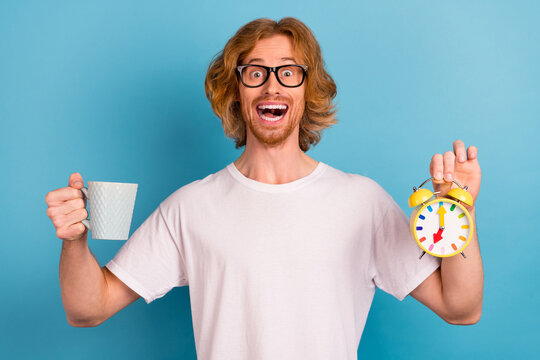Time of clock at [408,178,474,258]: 7:00
